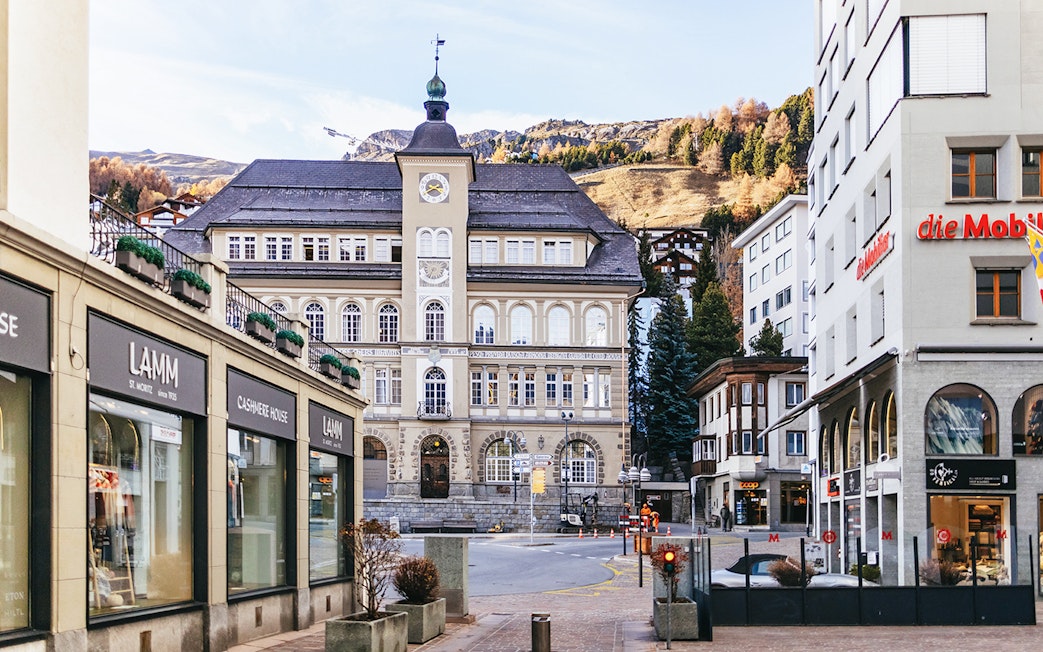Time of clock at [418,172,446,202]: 2:40
